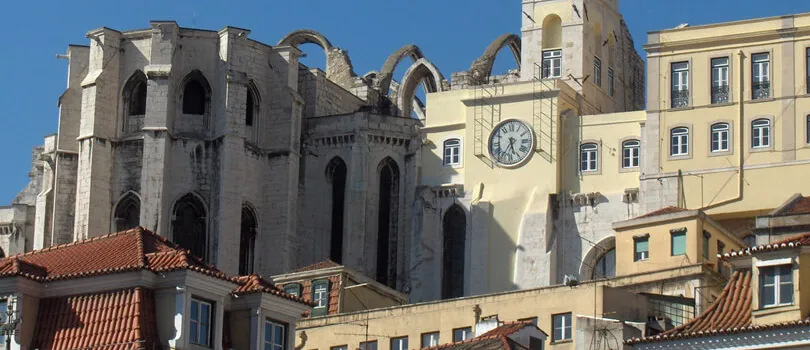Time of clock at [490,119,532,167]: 5:35
